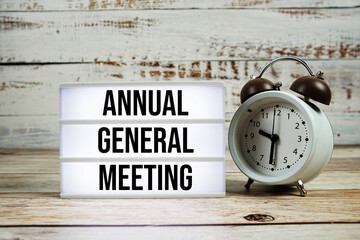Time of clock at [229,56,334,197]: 9:30
